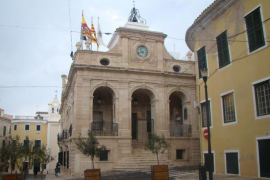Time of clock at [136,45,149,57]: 10:42
